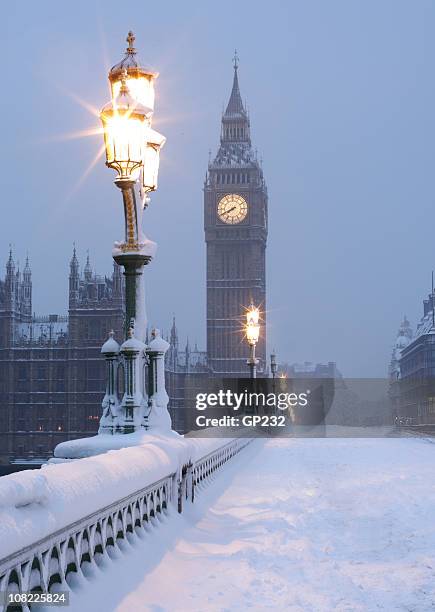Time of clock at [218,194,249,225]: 7:40
